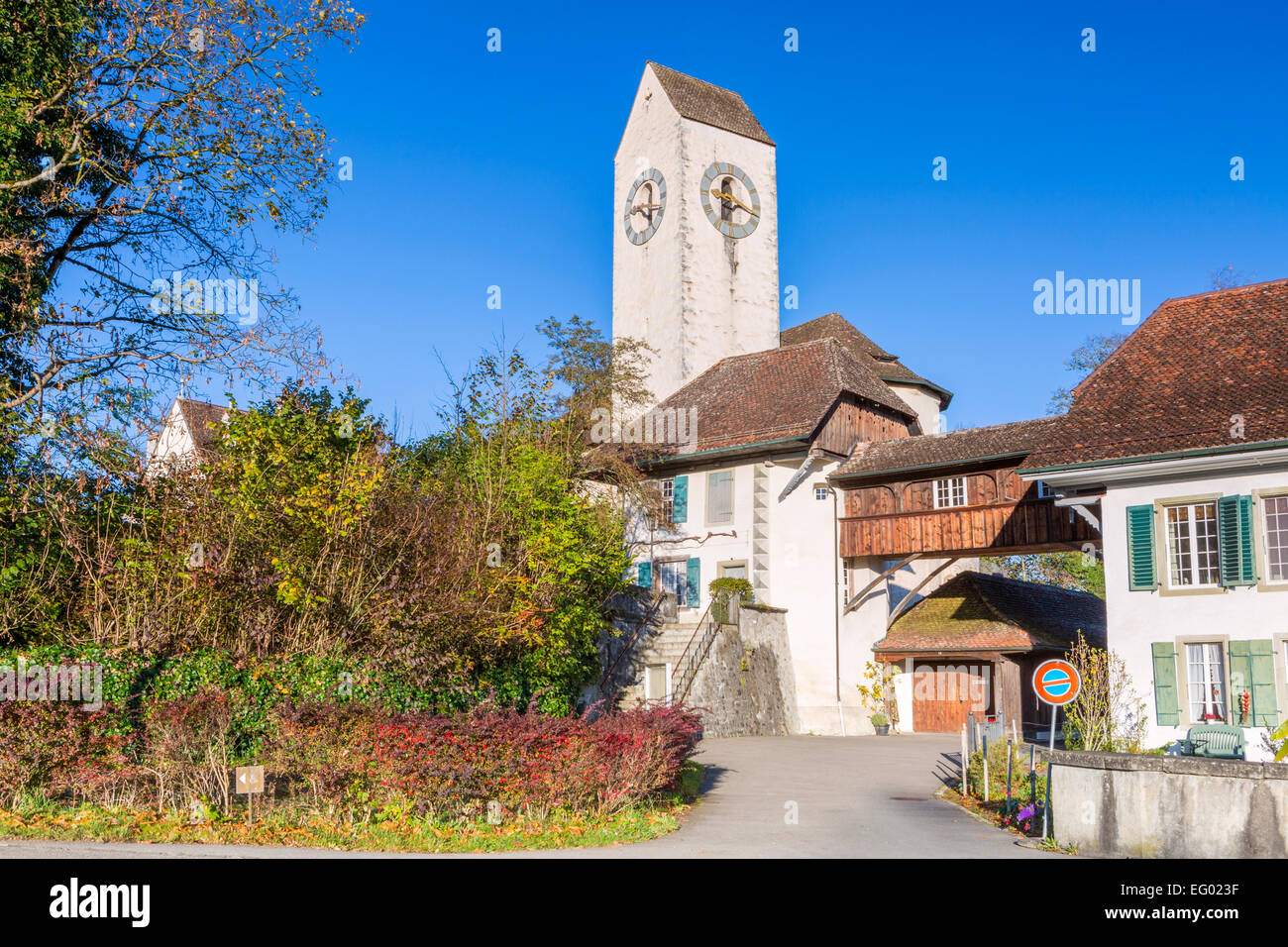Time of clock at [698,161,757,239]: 7:17
